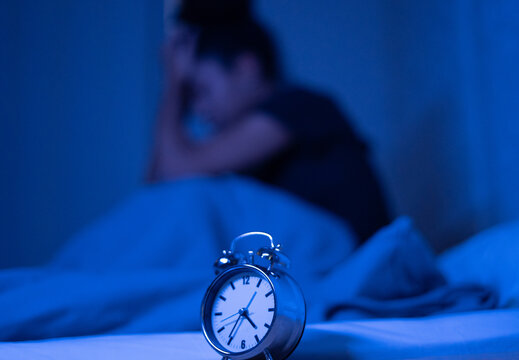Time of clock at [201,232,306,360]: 4:35
